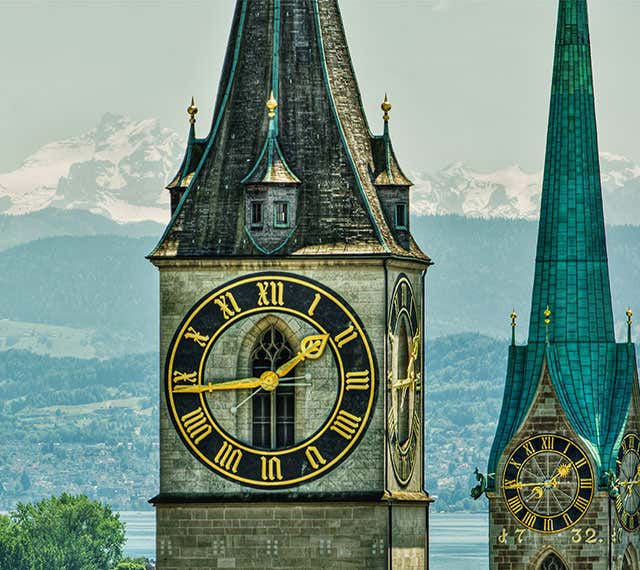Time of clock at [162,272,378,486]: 1:43
